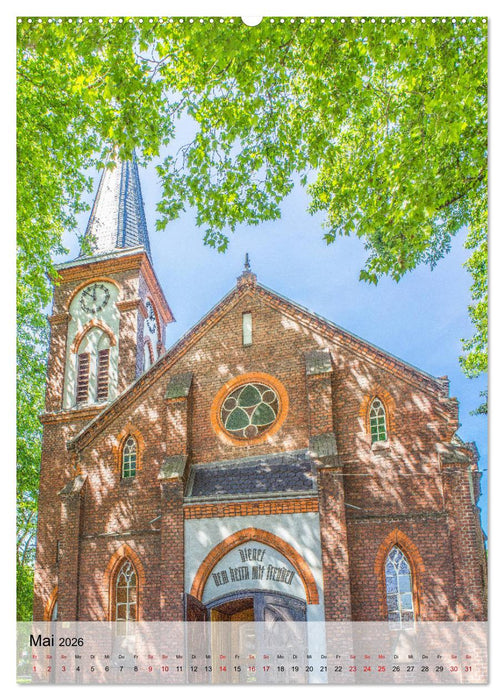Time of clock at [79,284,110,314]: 11:51
